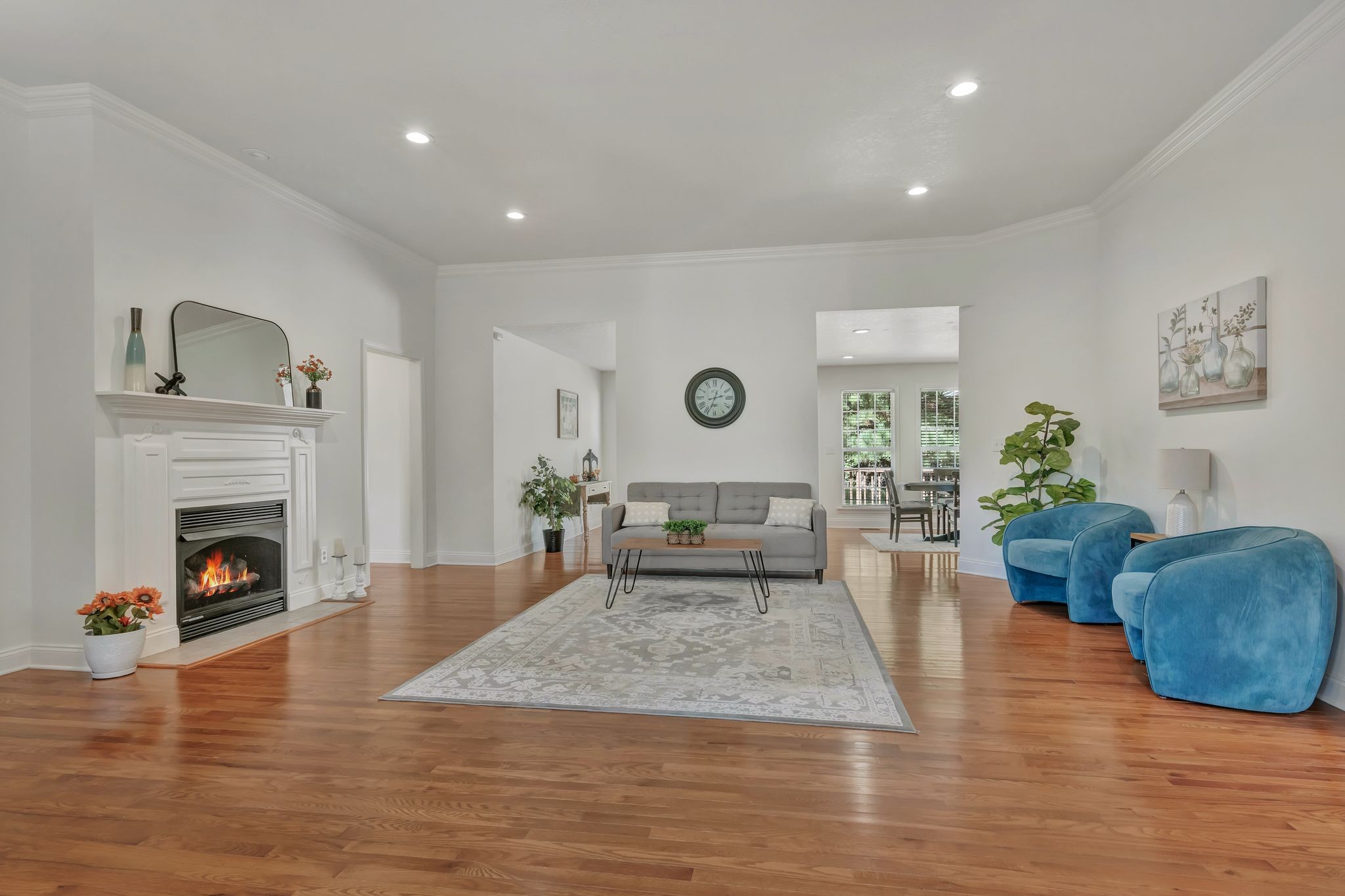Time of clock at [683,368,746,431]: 2:33
